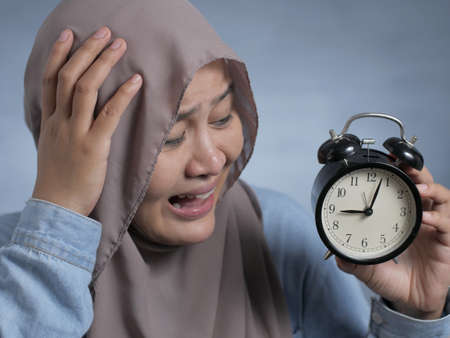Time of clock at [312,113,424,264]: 9:03
